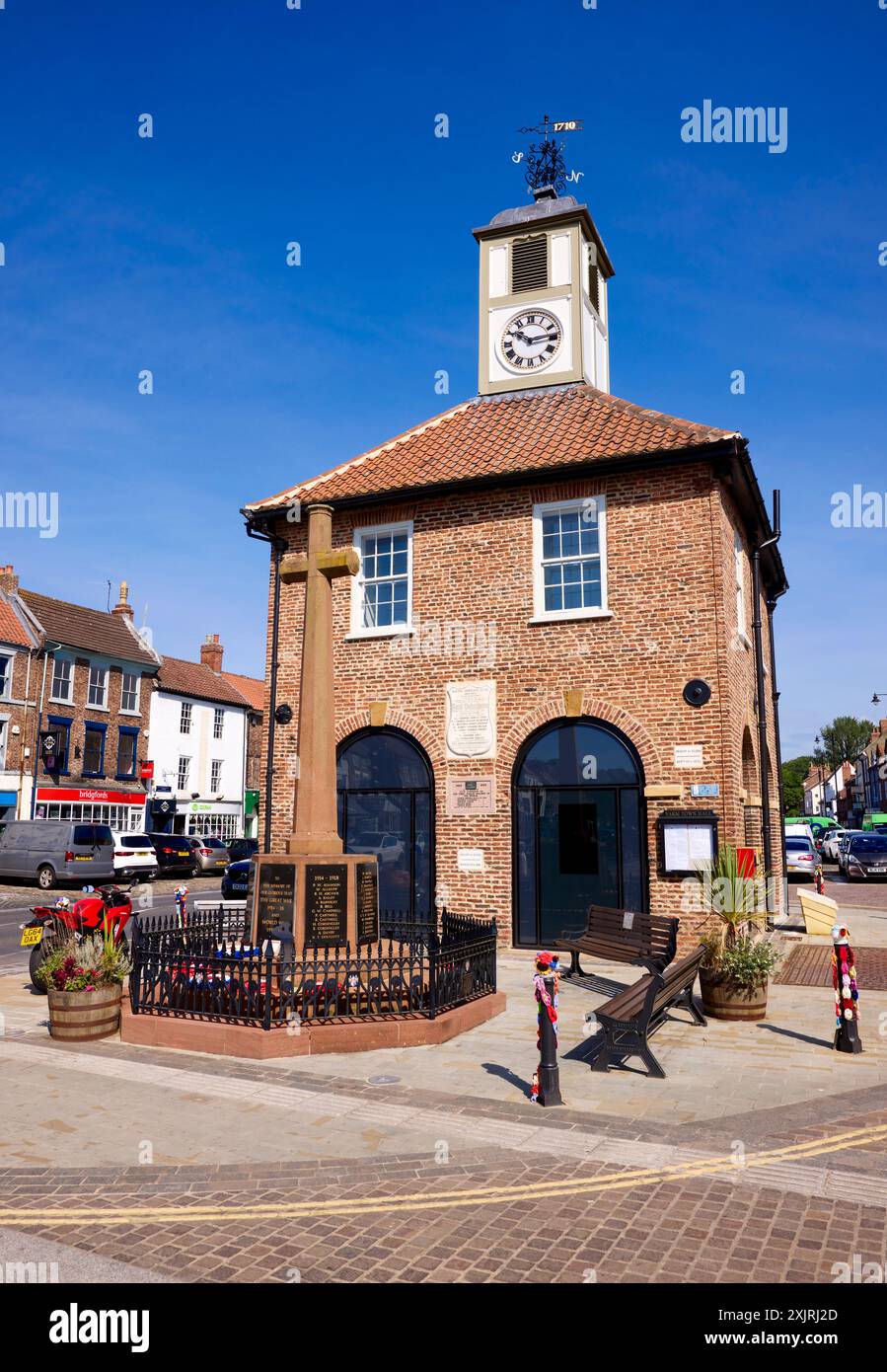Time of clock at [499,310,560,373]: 10:13
